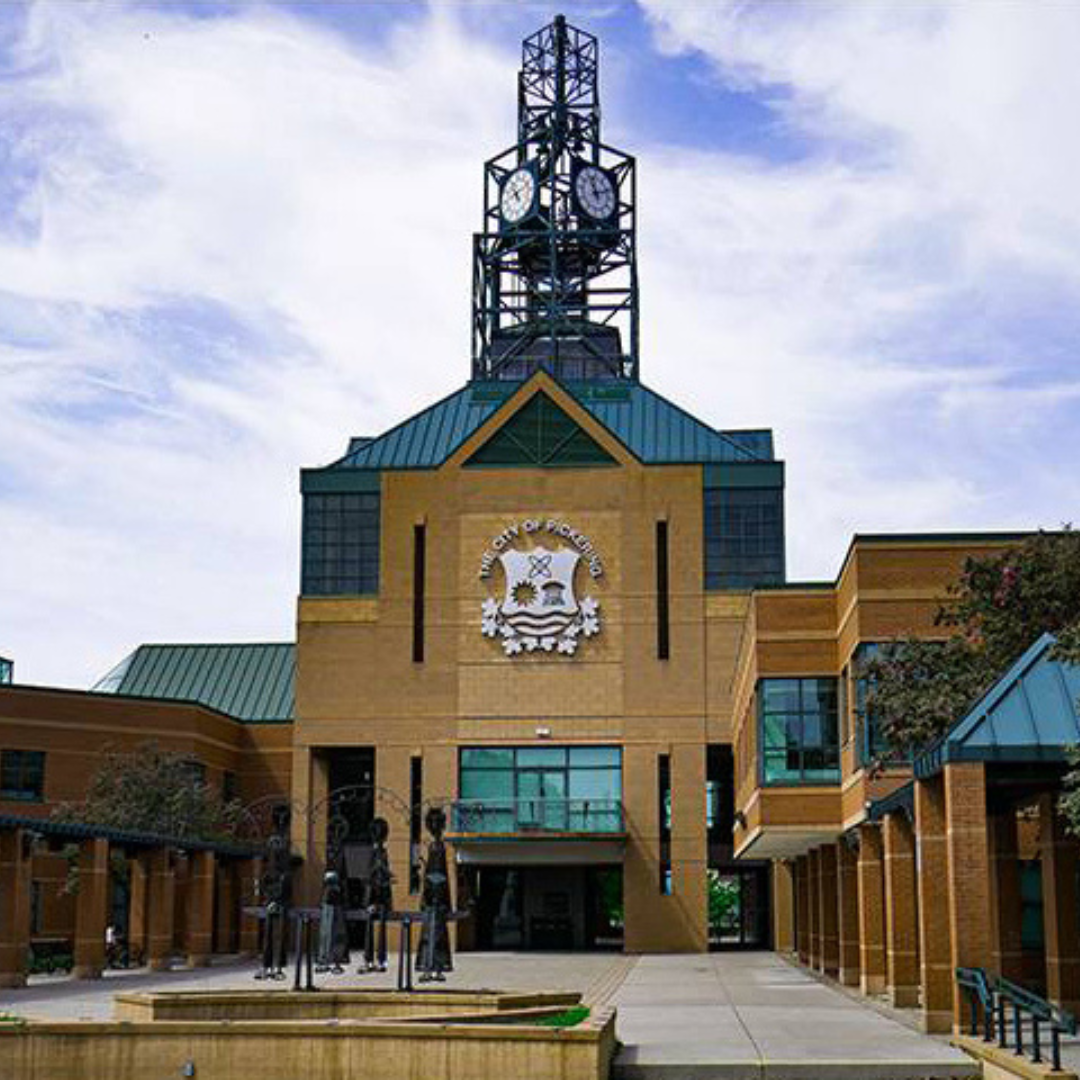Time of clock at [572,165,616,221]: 11:11
